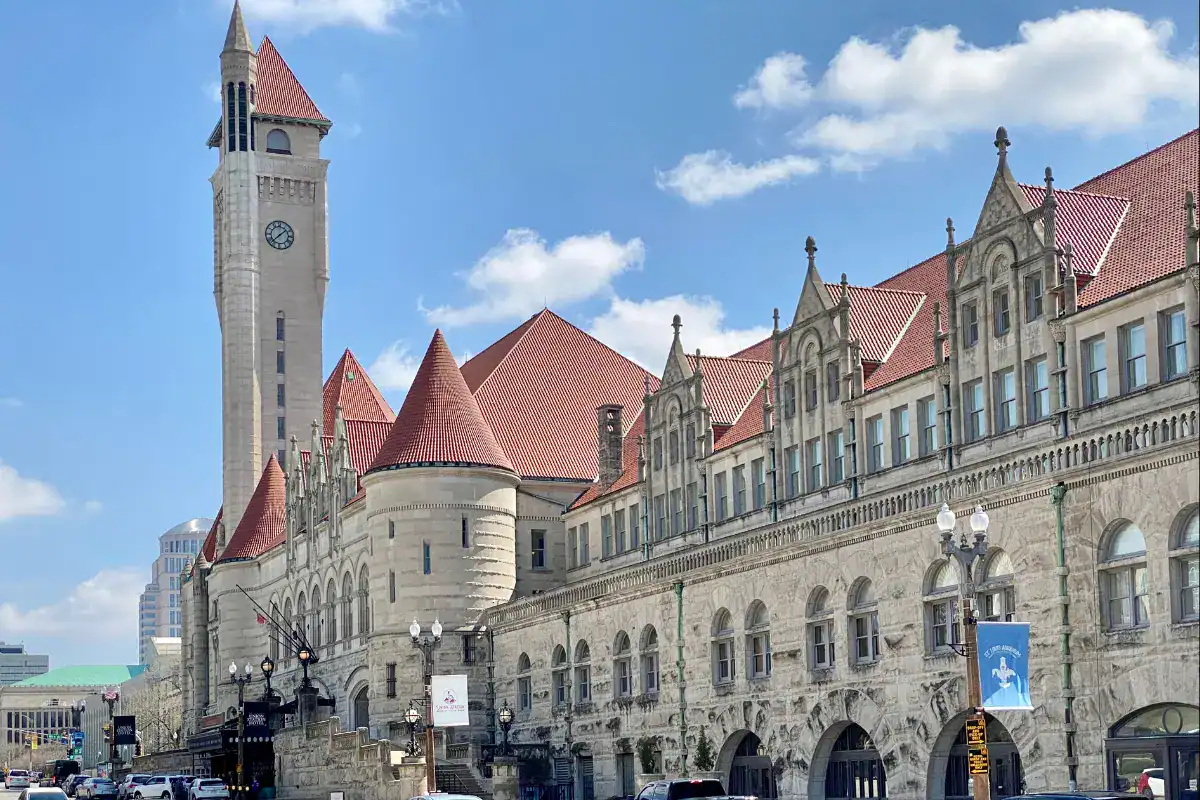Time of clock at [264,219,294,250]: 1:37
